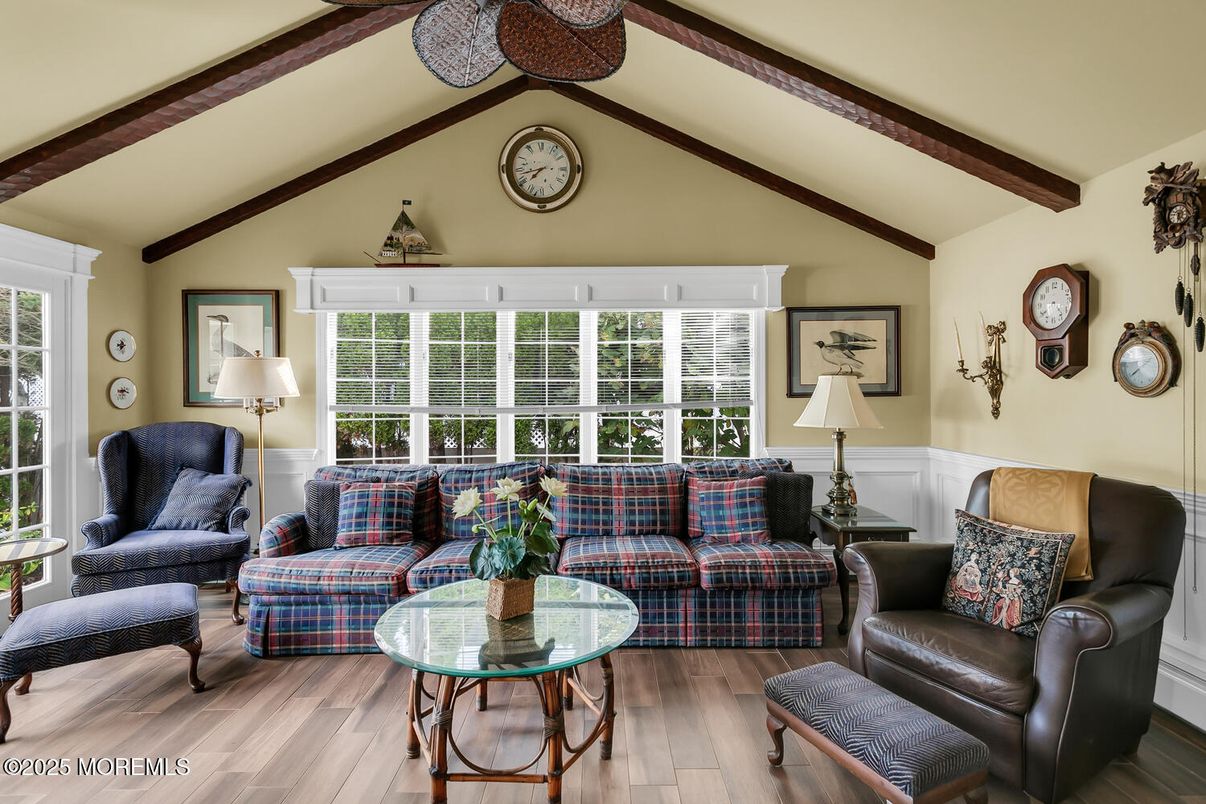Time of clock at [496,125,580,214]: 7:42
